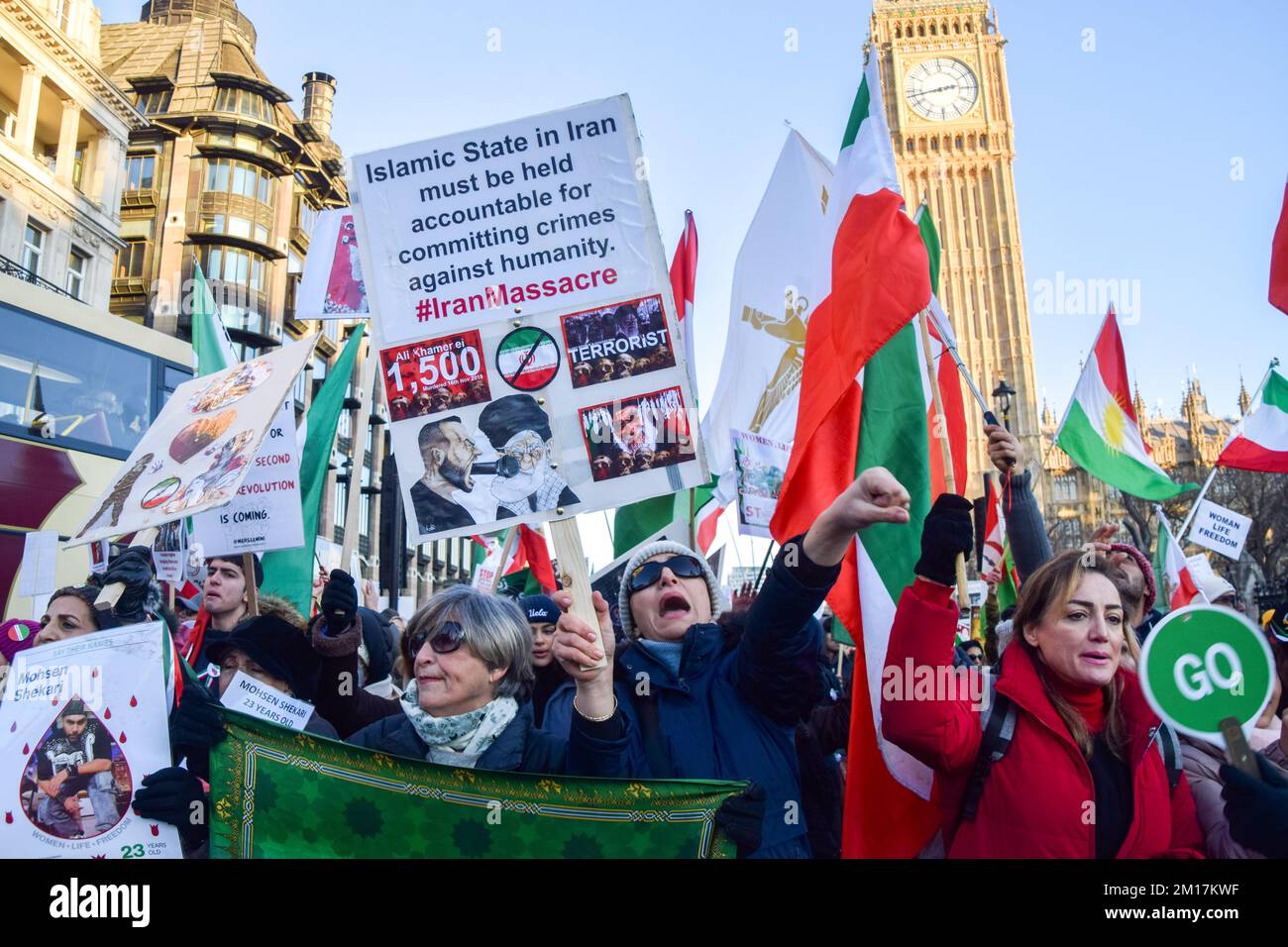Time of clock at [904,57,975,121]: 2:43
